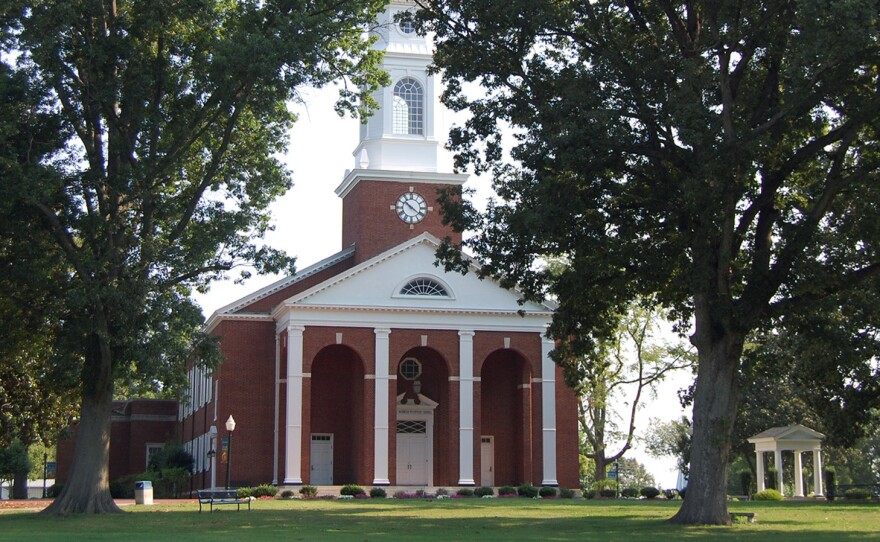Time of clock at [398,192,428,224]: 10:21
